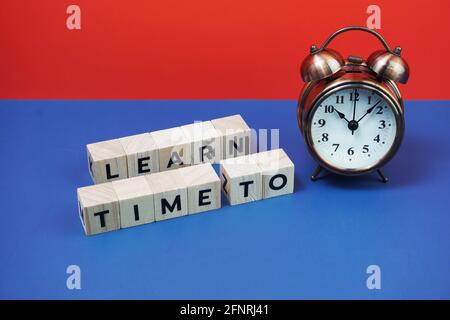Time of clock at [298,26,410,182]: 10:07
